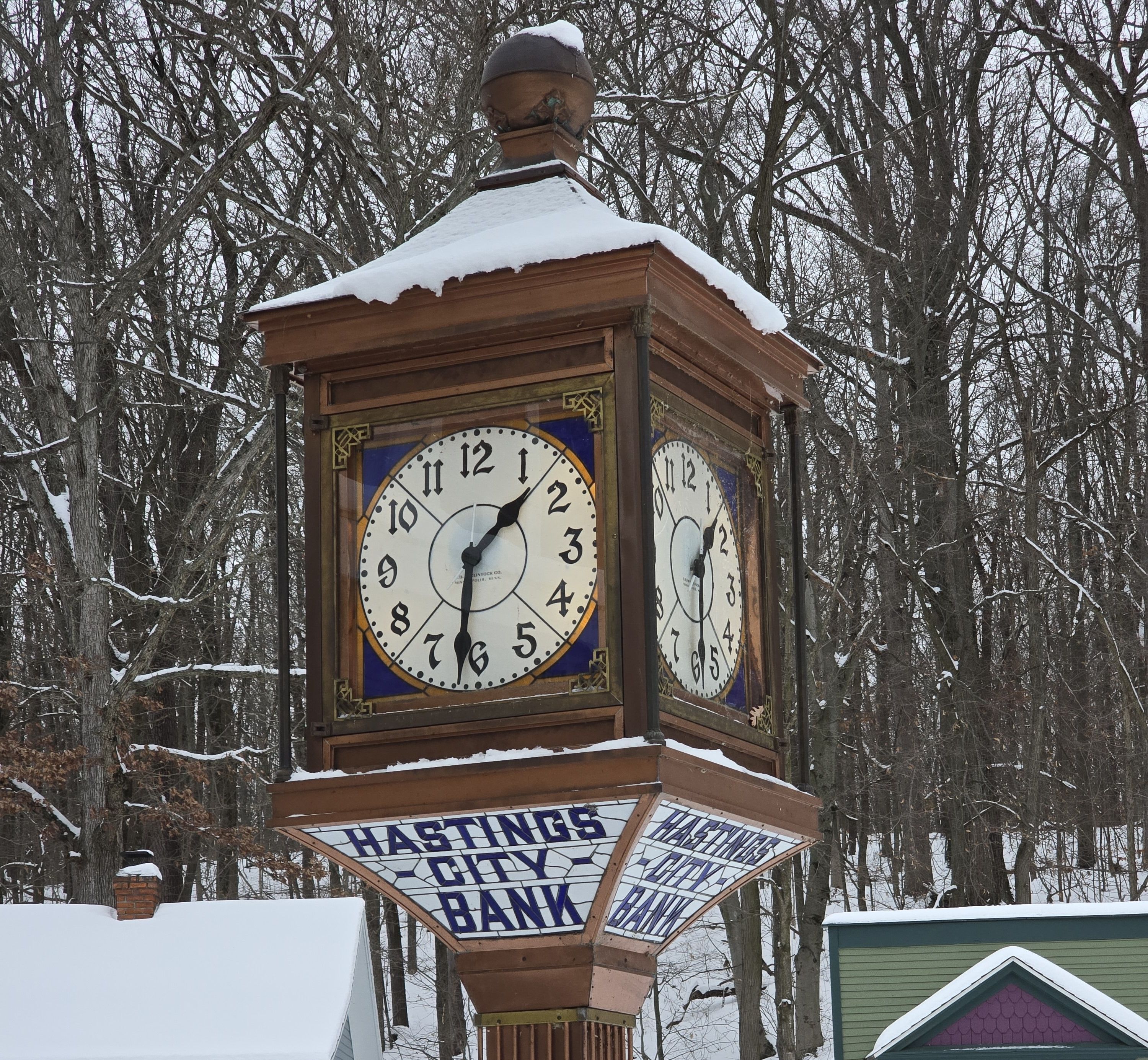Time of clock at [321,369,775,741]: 1:32
